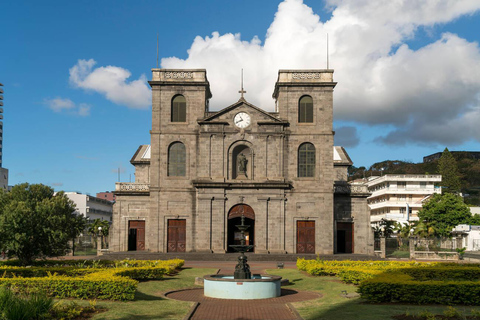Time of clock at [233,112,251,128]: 10:41
